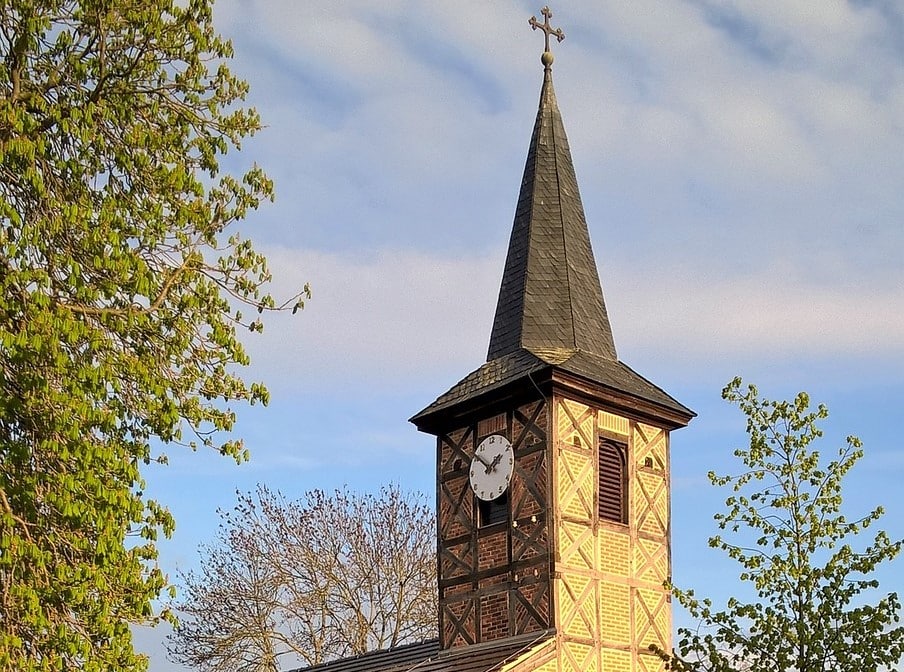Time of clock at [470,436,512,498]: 1:51
